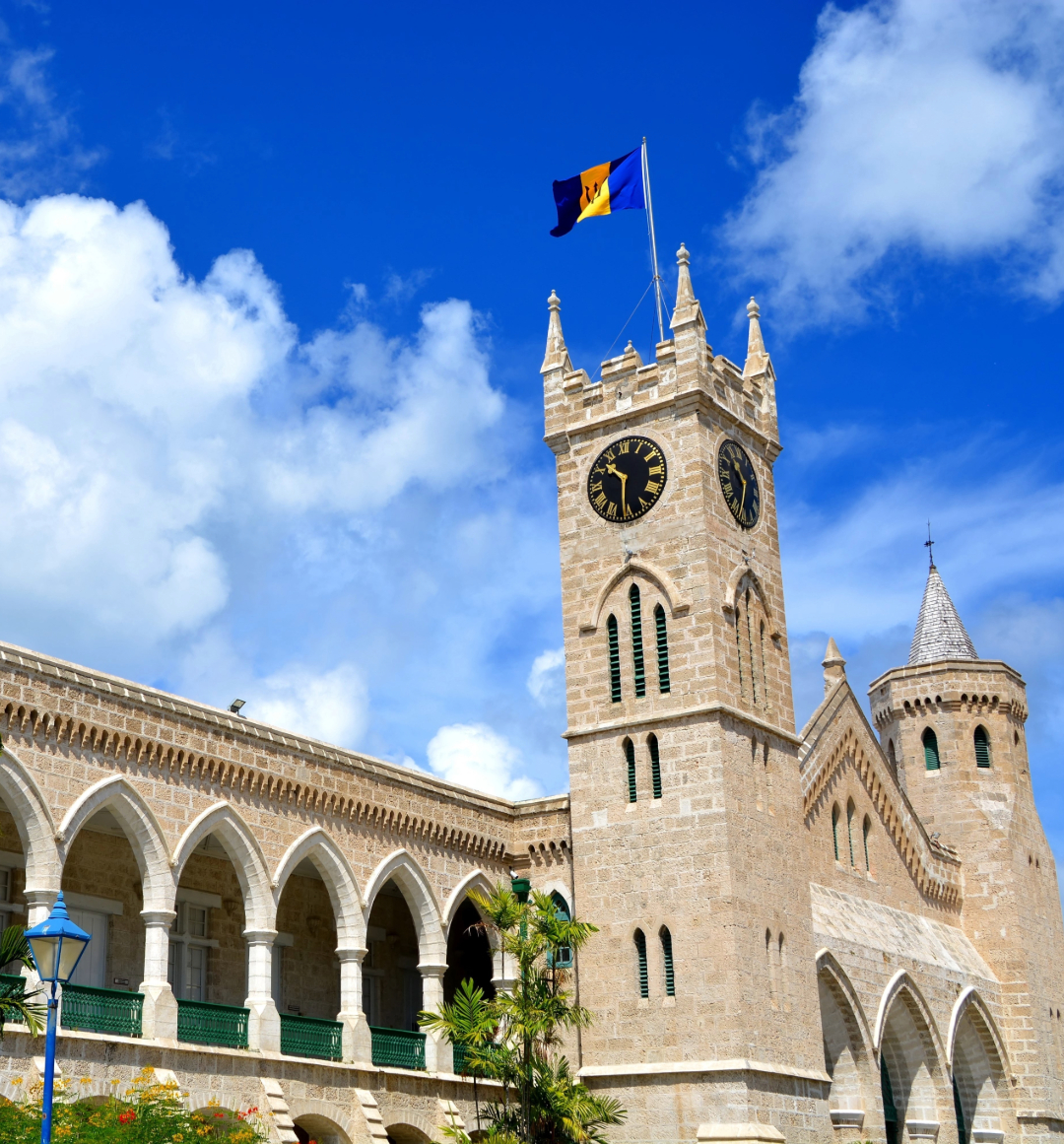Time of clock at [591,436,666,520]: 10:31
